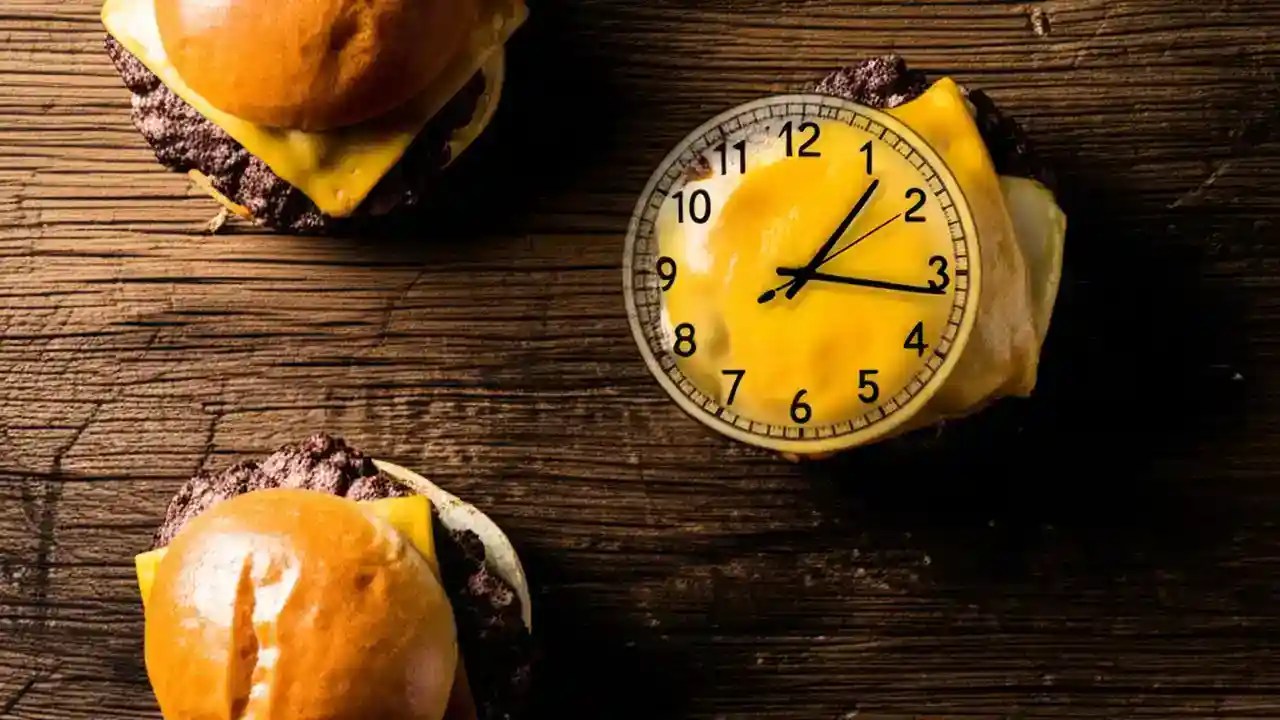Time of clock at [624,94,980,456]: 1:16
